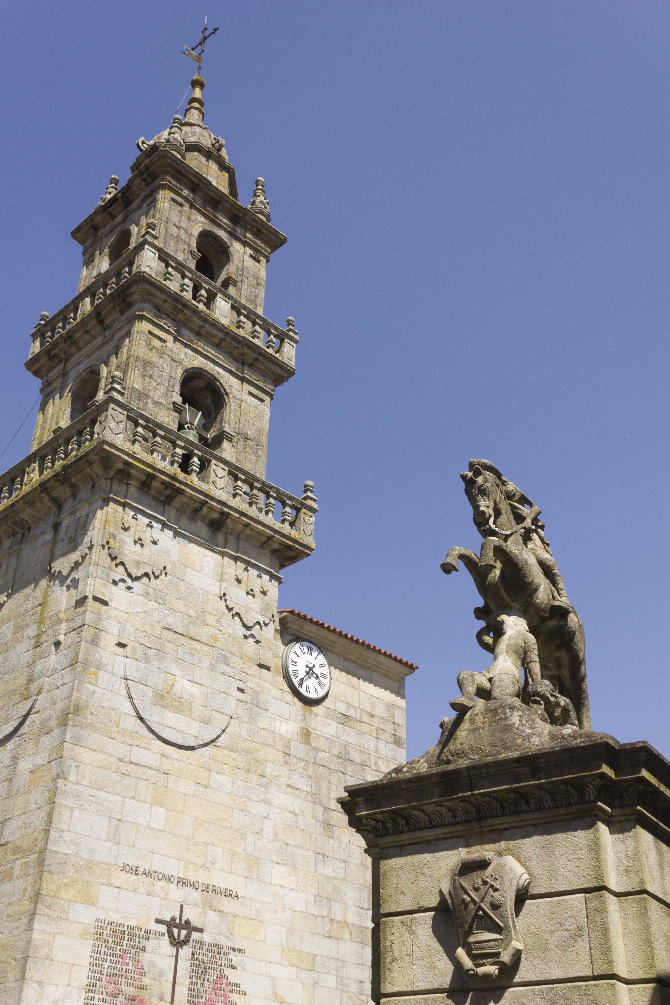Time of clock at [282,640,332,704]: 3:35
